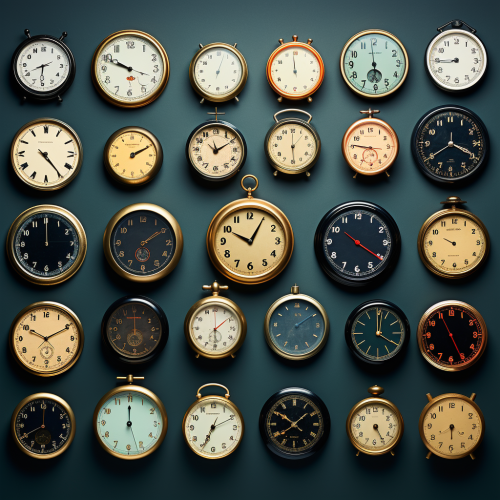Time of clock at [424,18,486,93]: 8:44
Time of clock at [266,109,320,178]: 1:28
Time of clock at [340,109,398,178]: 4:46
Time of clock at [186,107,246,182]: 10:10
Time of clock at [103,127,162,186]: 2:10
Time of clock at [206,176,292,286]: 10:04
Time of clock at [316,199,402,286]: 4:20
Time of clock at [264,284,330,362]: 7:09
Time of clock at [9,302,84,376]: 10:10
